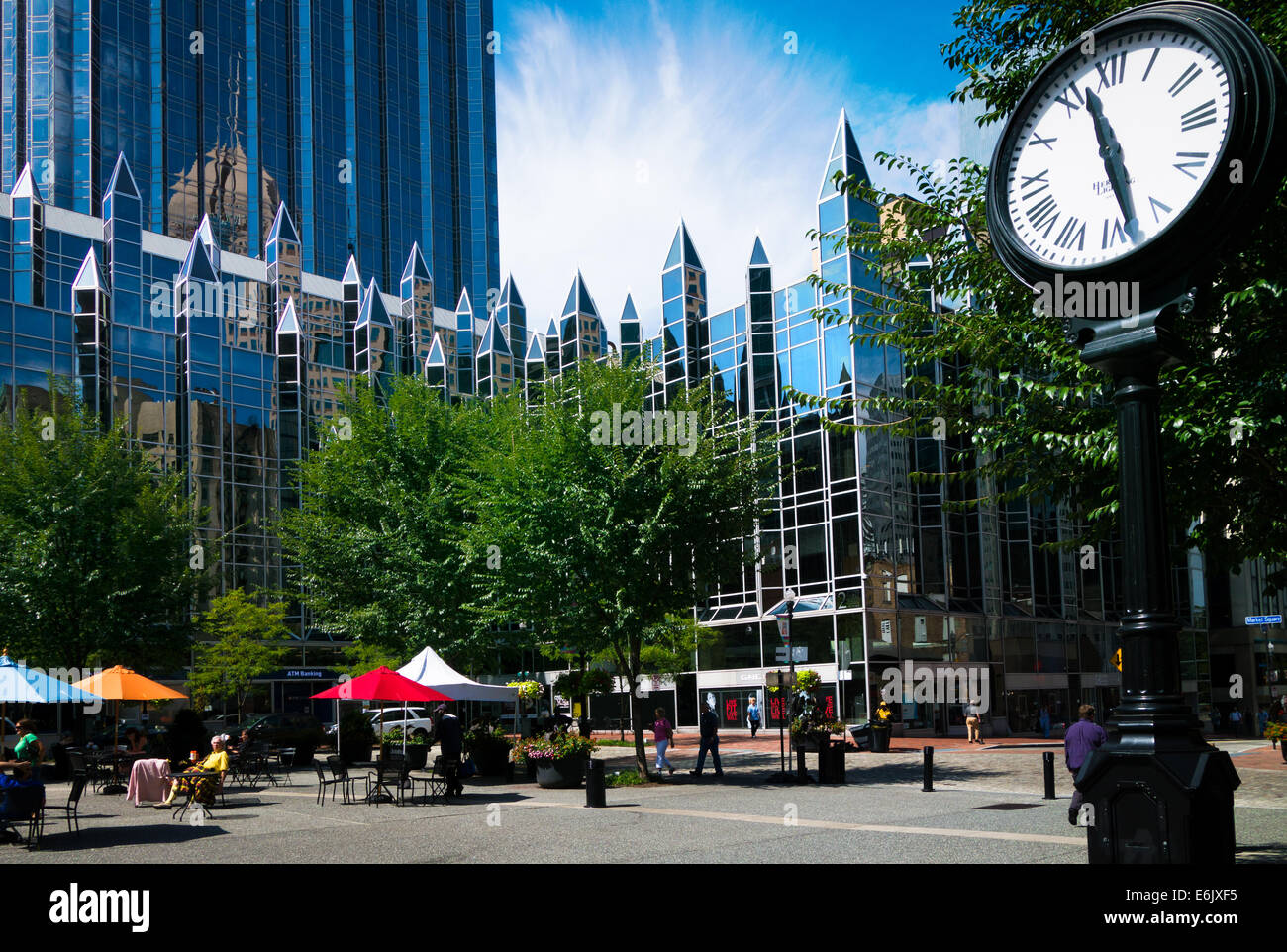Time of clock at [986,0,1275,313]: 11:28
